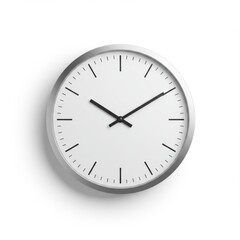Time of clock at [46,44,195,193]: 10:09
